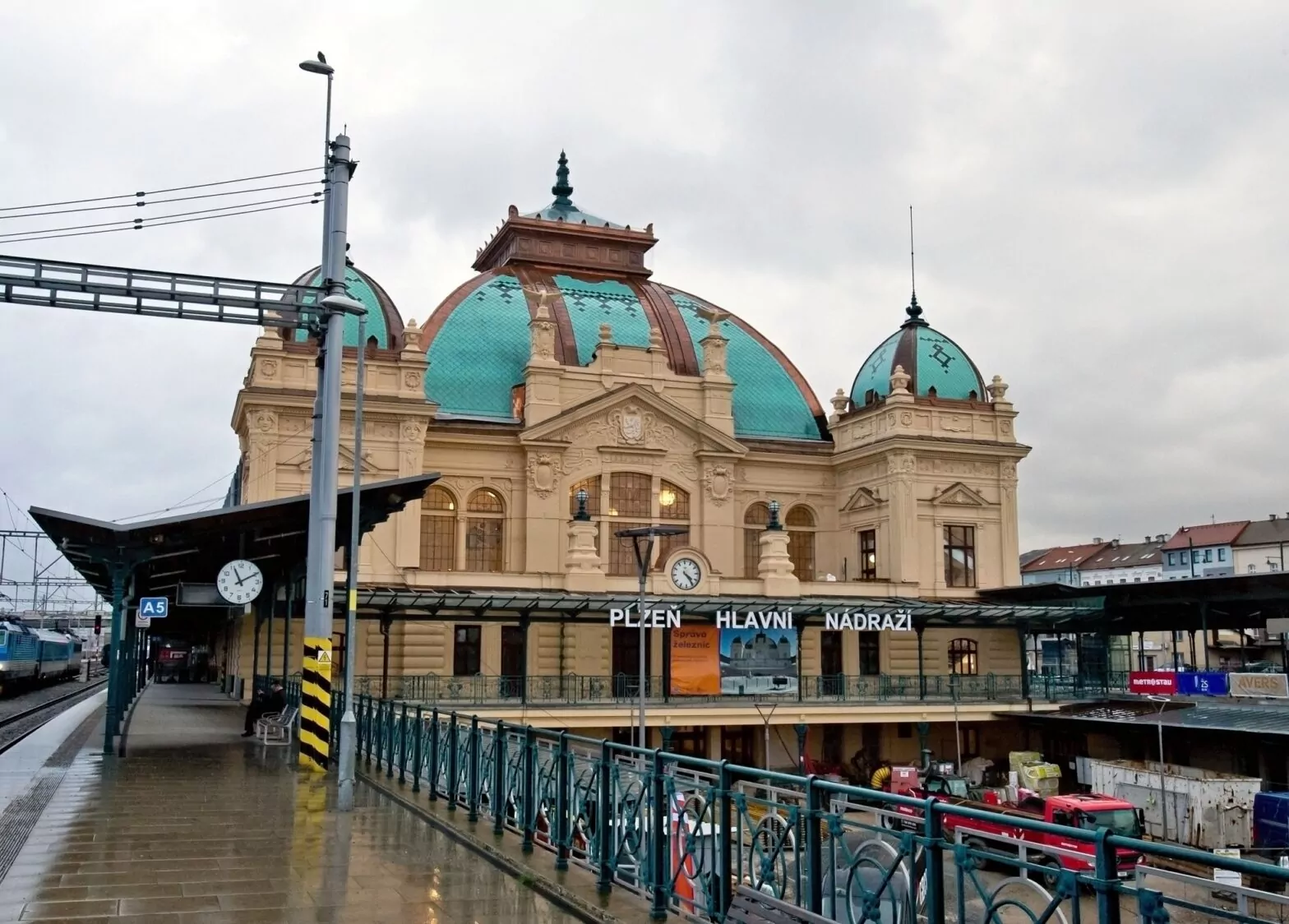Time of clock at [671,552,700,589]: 4:24
